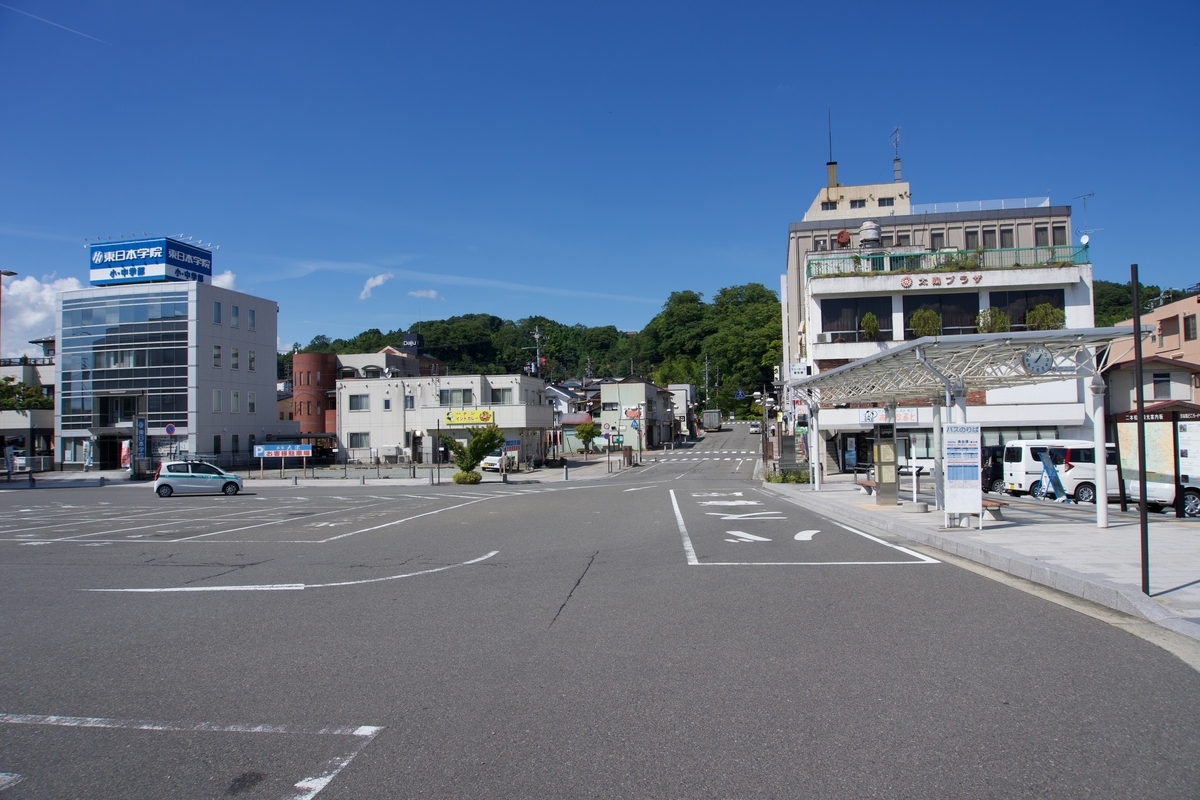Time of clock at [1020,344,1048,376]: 1:07
